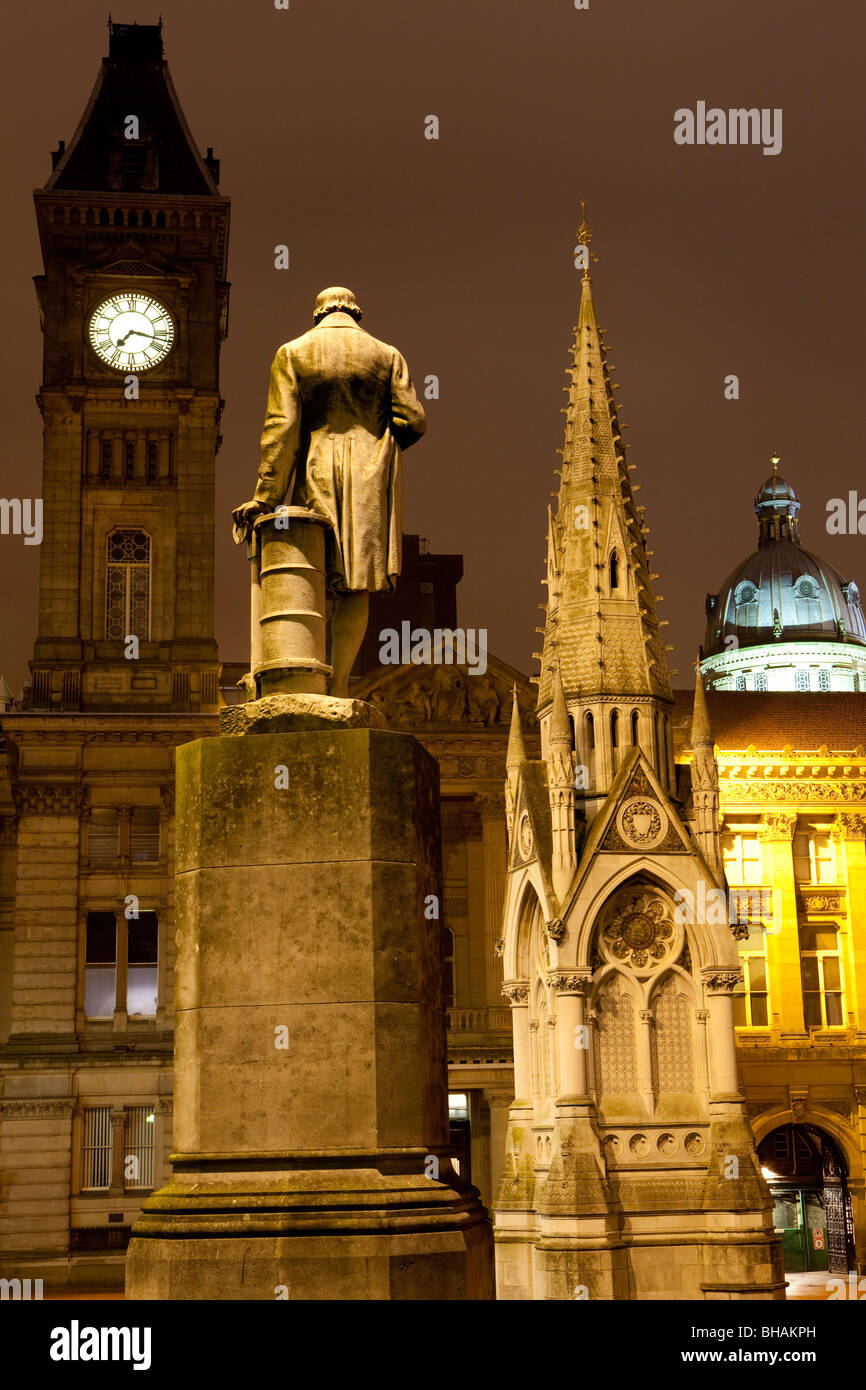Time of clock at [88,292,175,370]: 7:17
